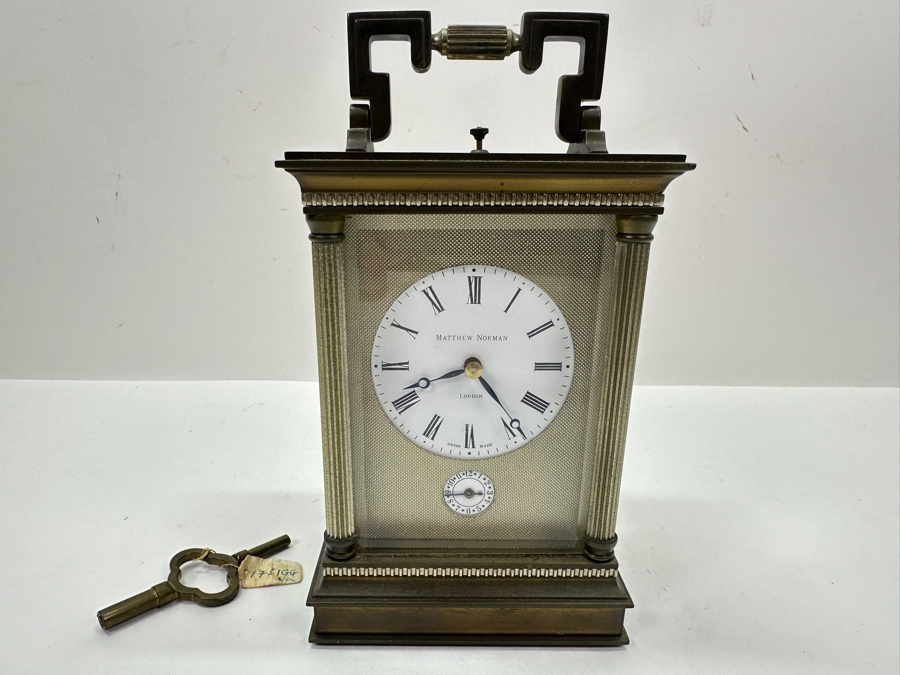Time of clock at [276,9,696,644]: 4:41
